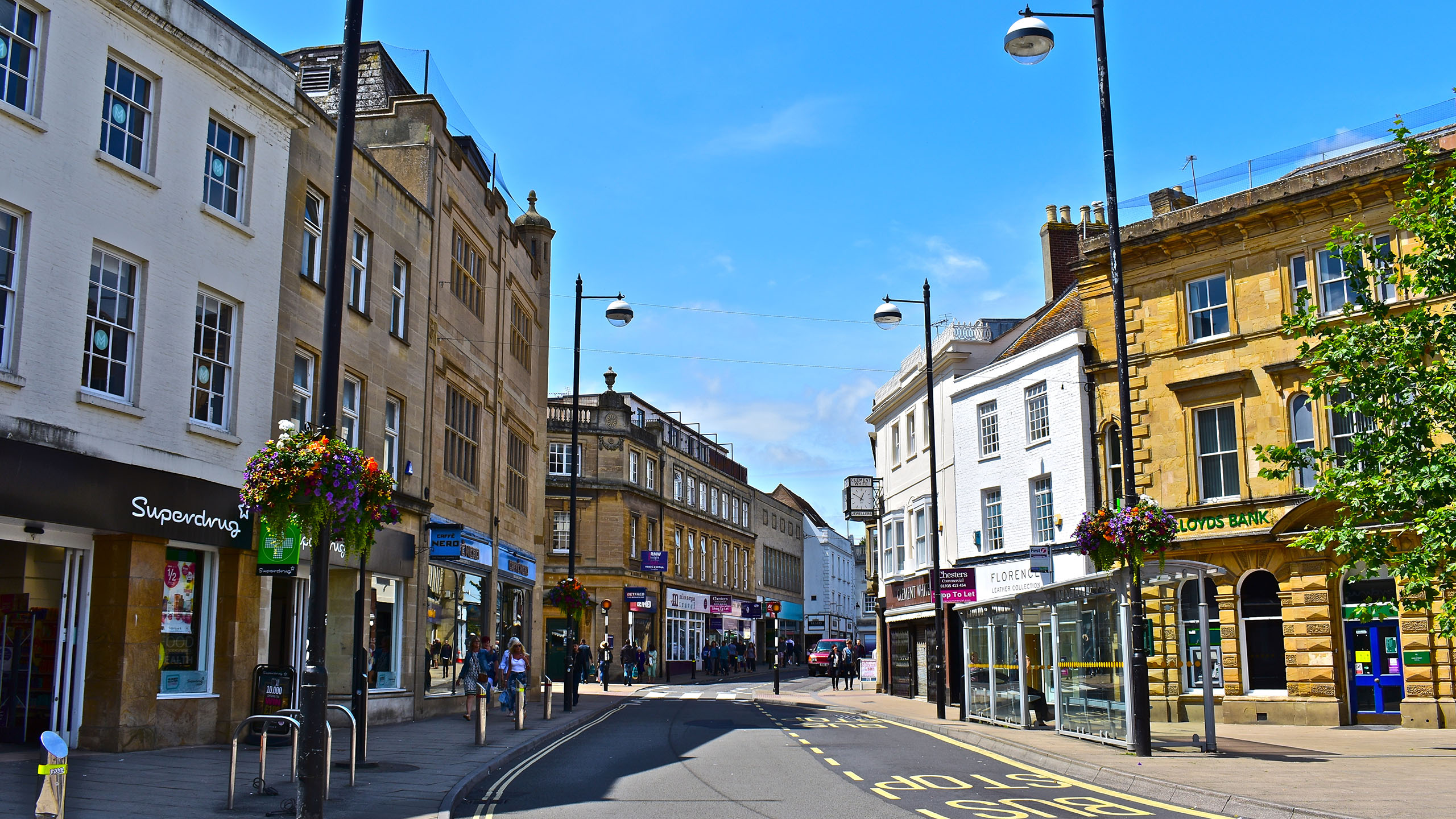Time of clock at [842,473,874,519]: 12:49
